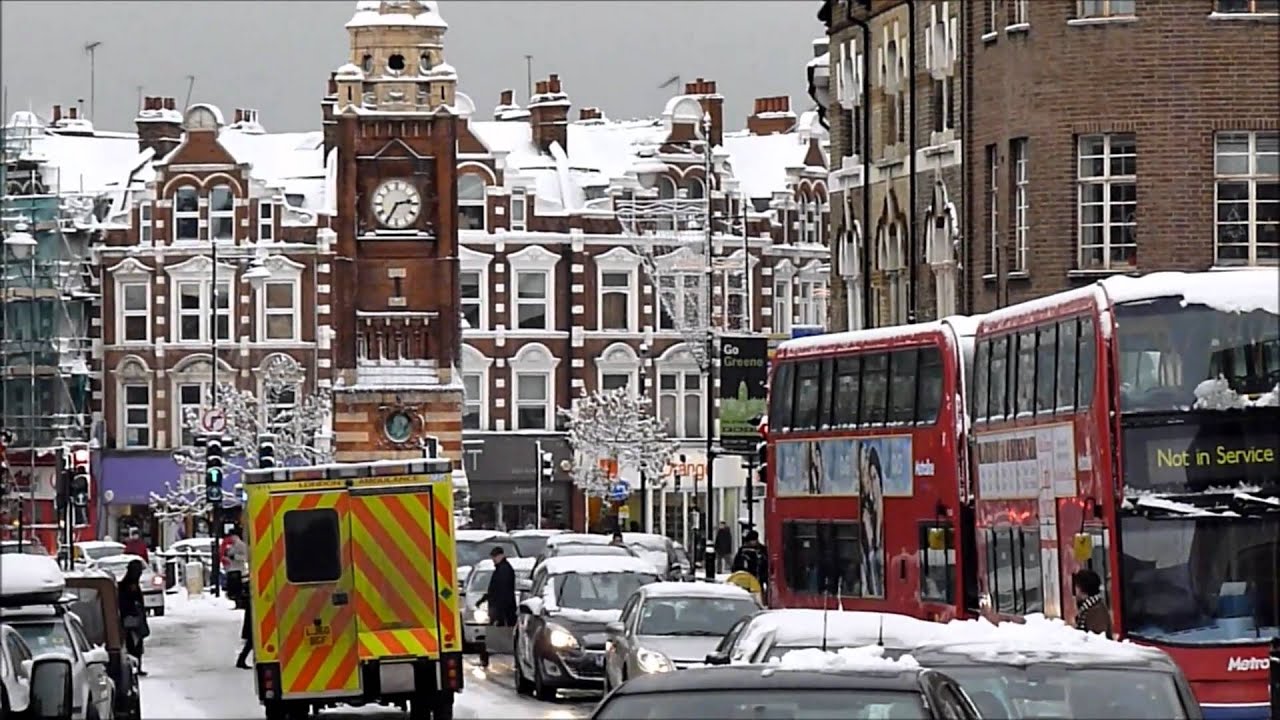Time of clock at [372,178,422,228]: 2:35
